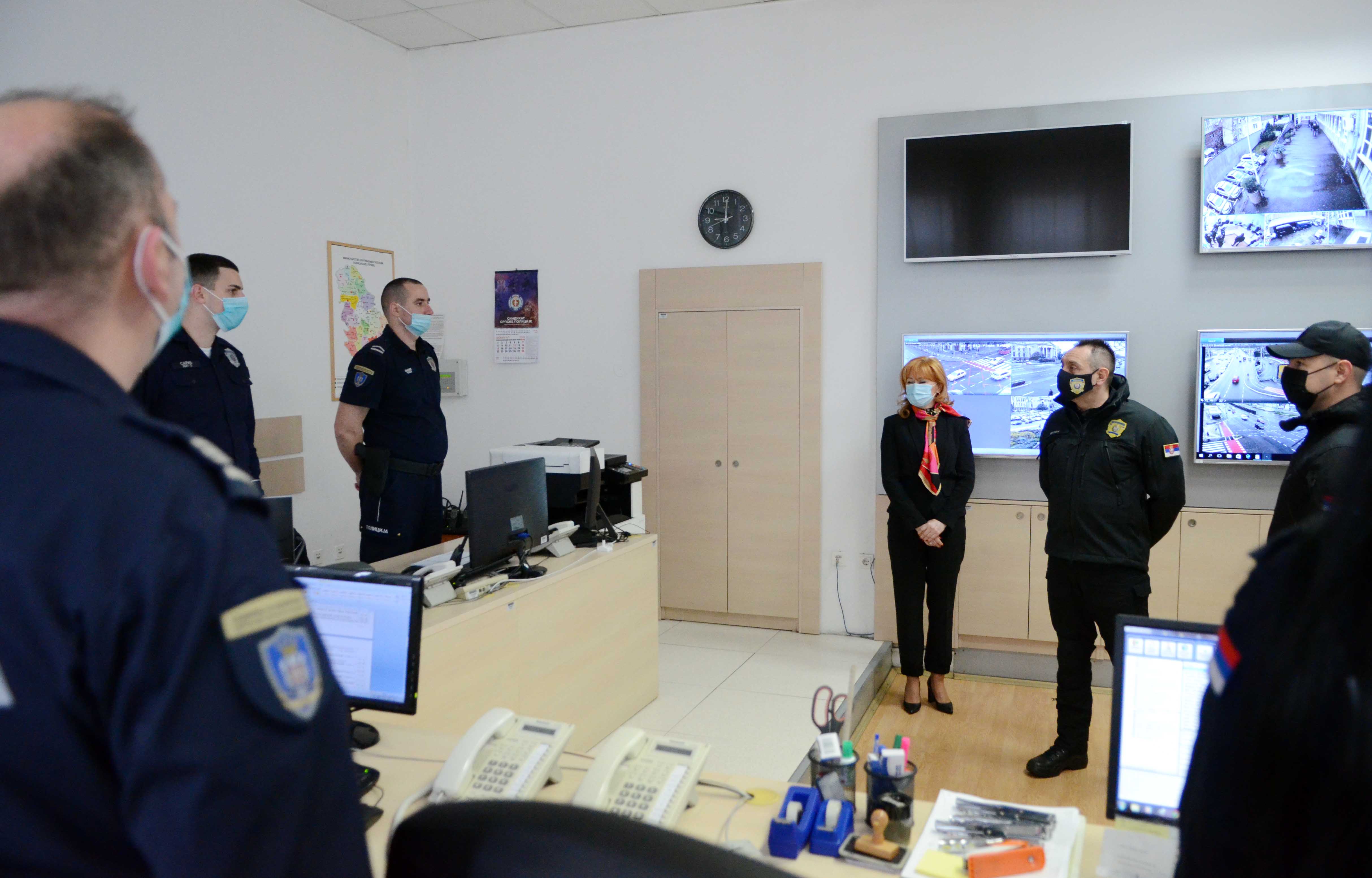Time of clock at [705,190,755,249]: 9:00
